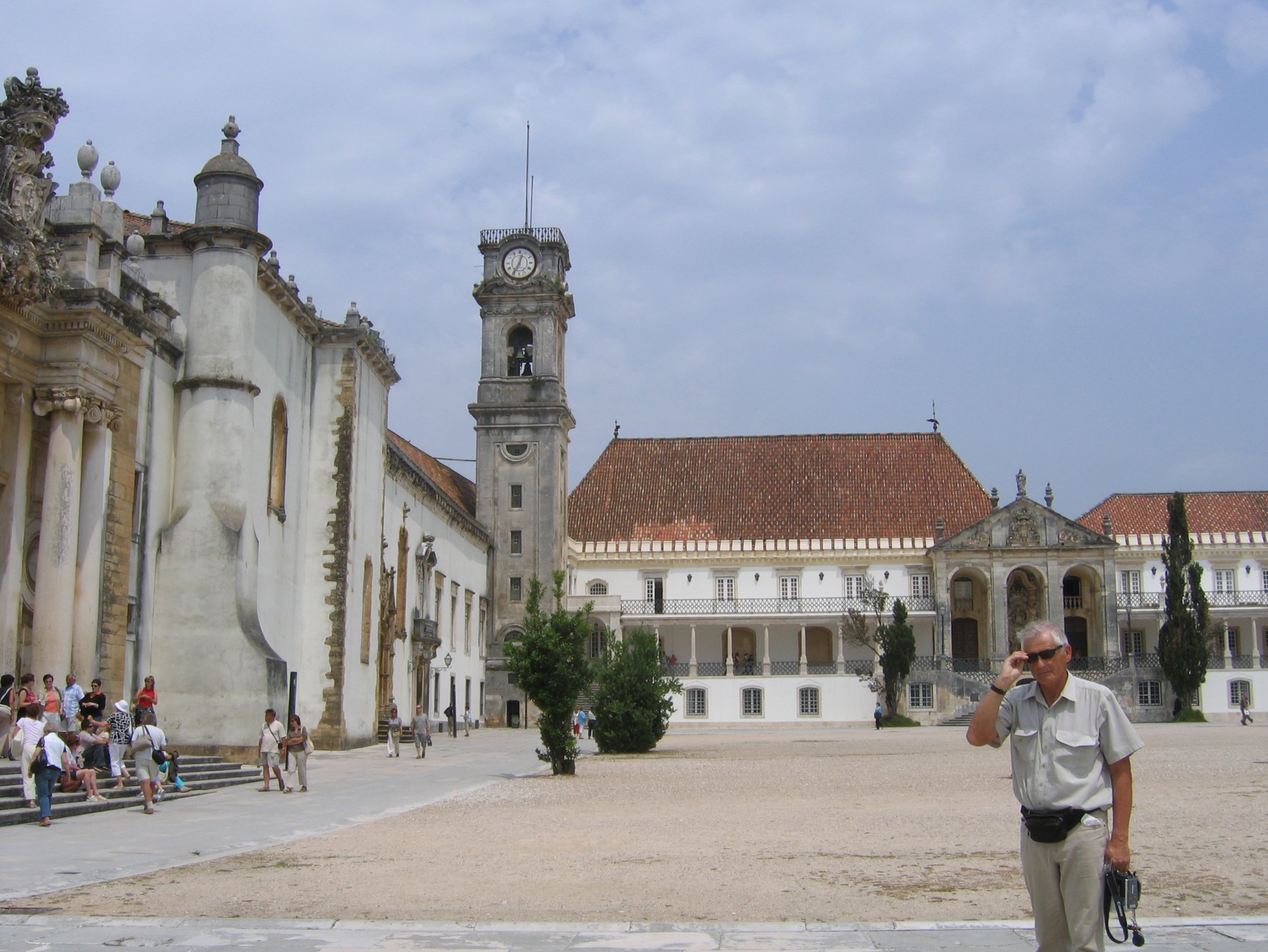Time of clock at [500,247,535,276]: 12:34
